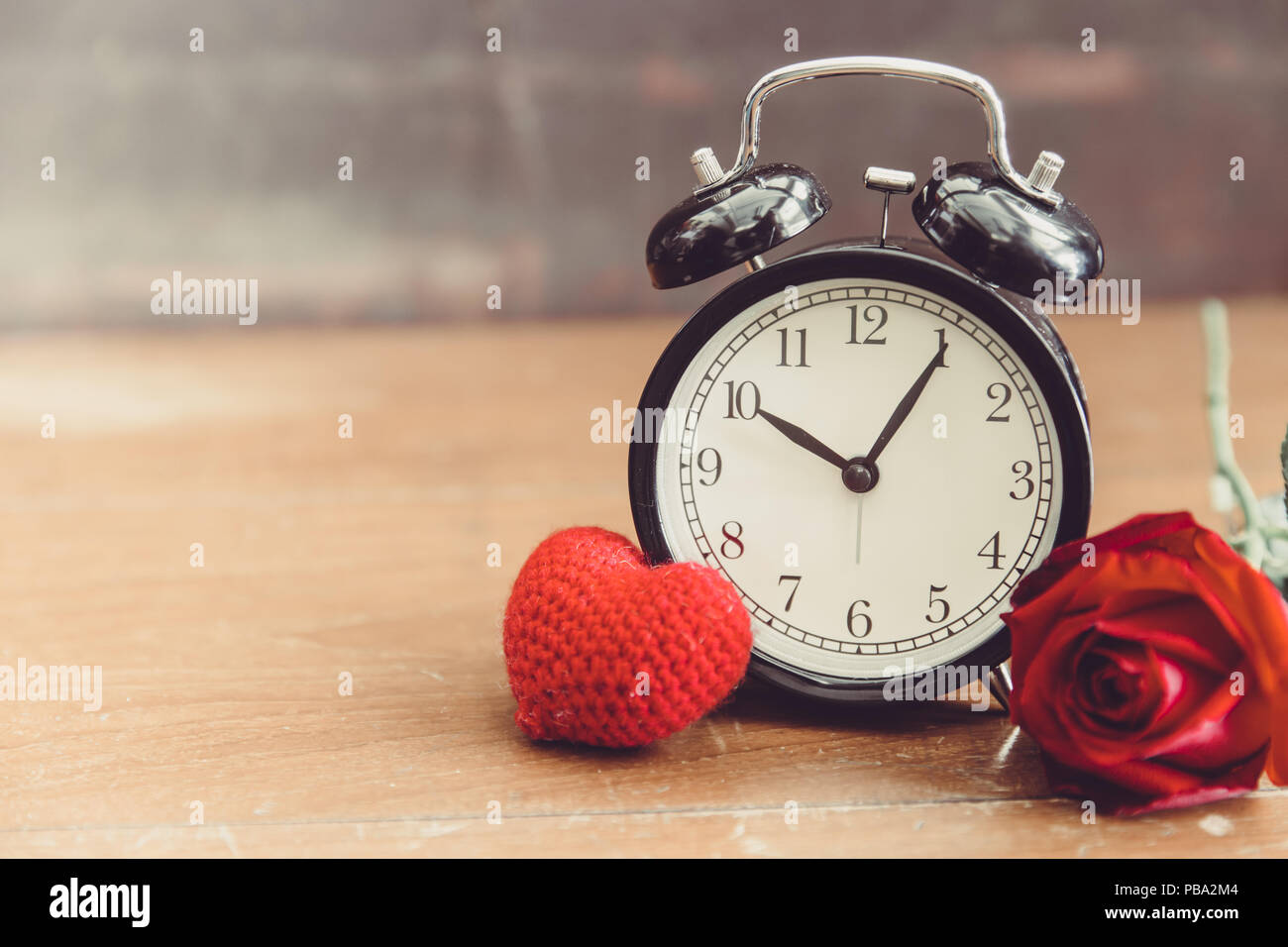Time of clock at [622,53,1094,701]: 10:05
